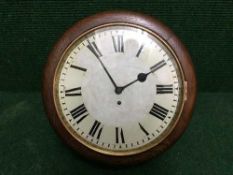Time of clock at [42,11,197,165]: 1:54
